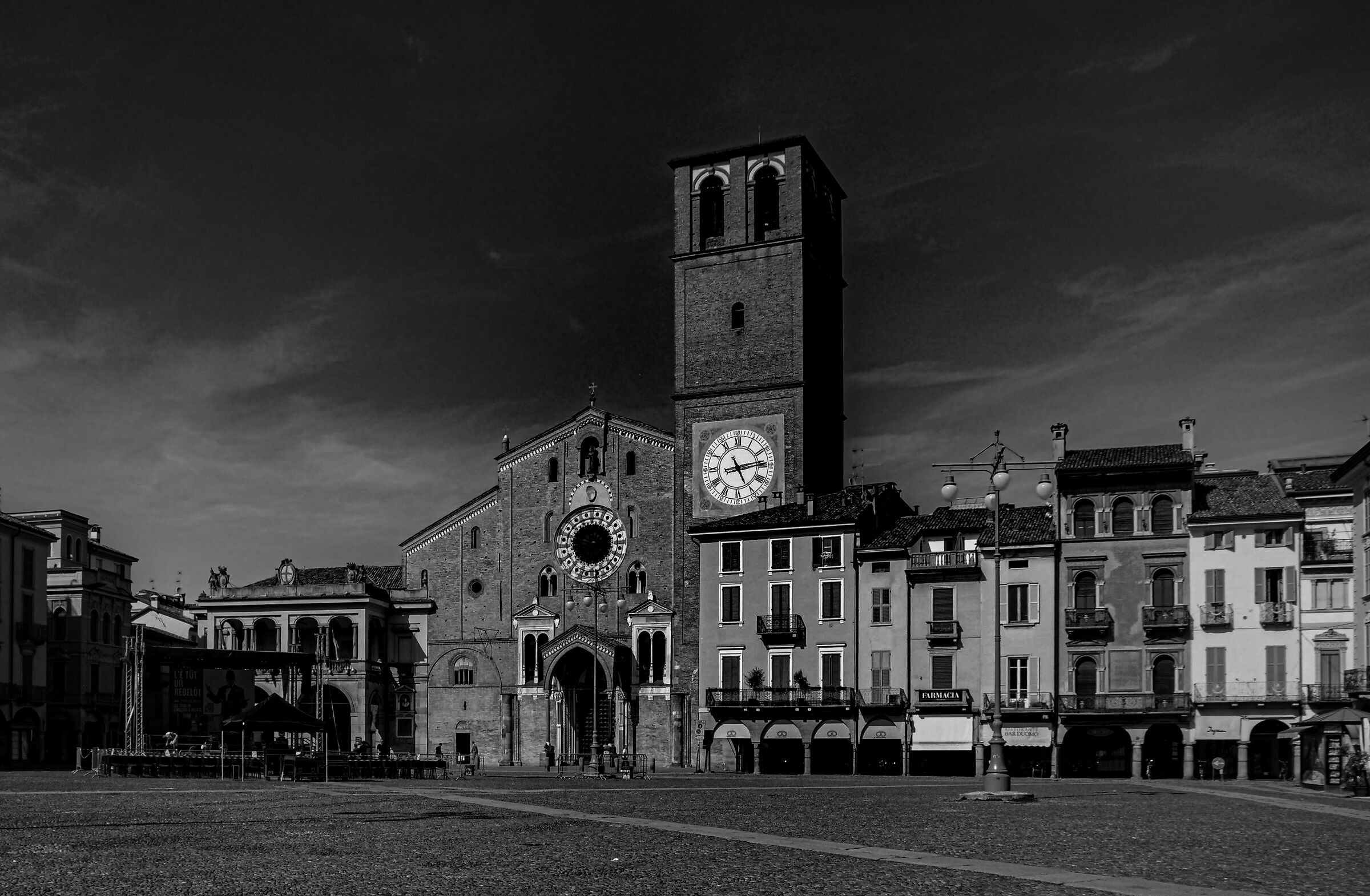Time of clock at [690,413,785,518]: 5:13
